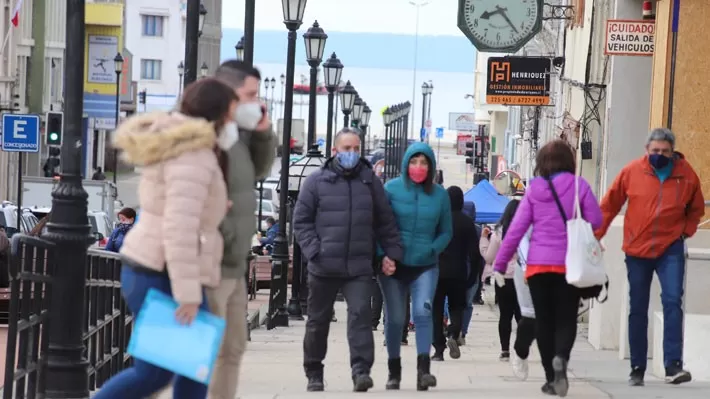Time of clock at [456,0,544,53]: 8:23
